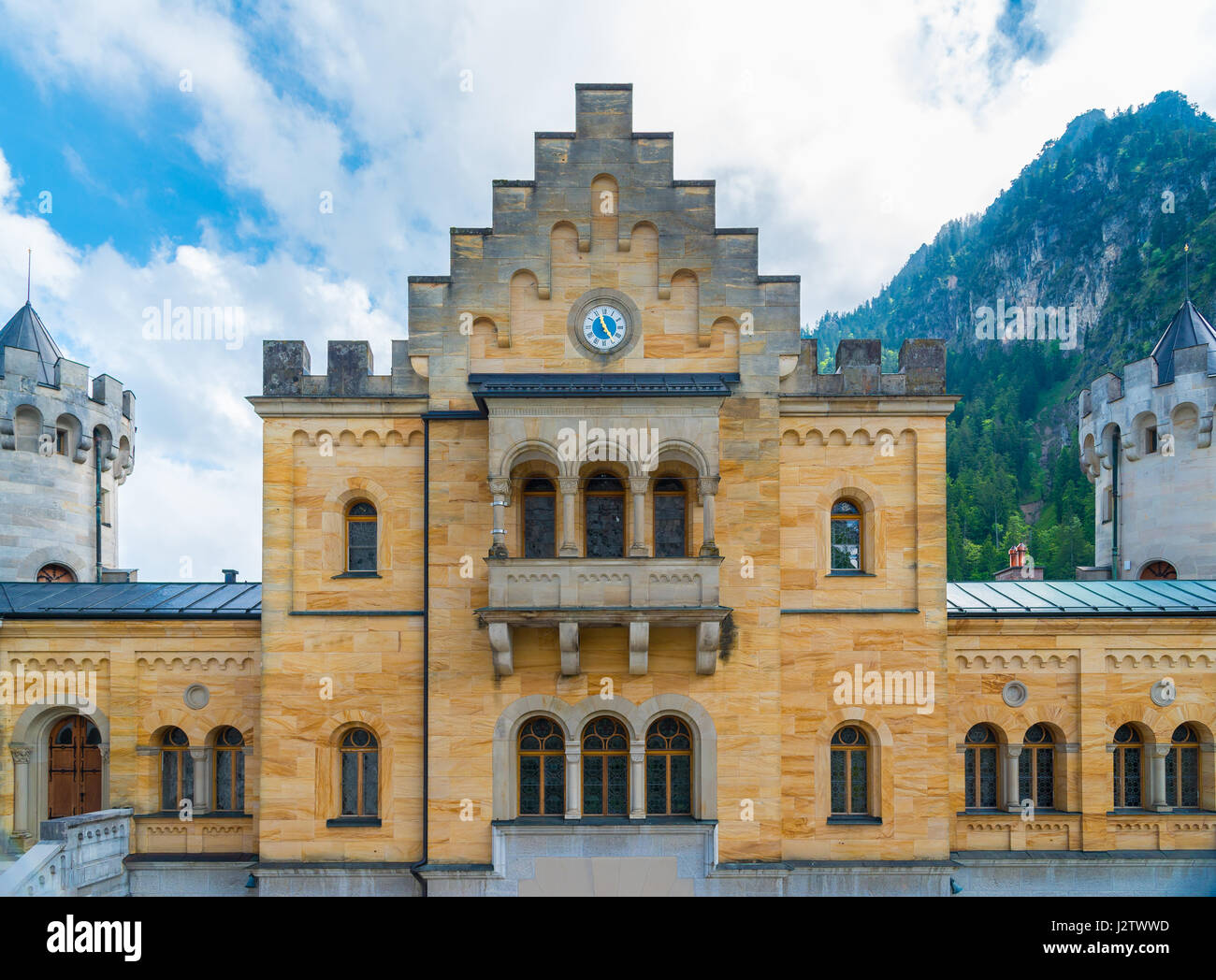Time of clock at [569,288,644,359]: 11:24
